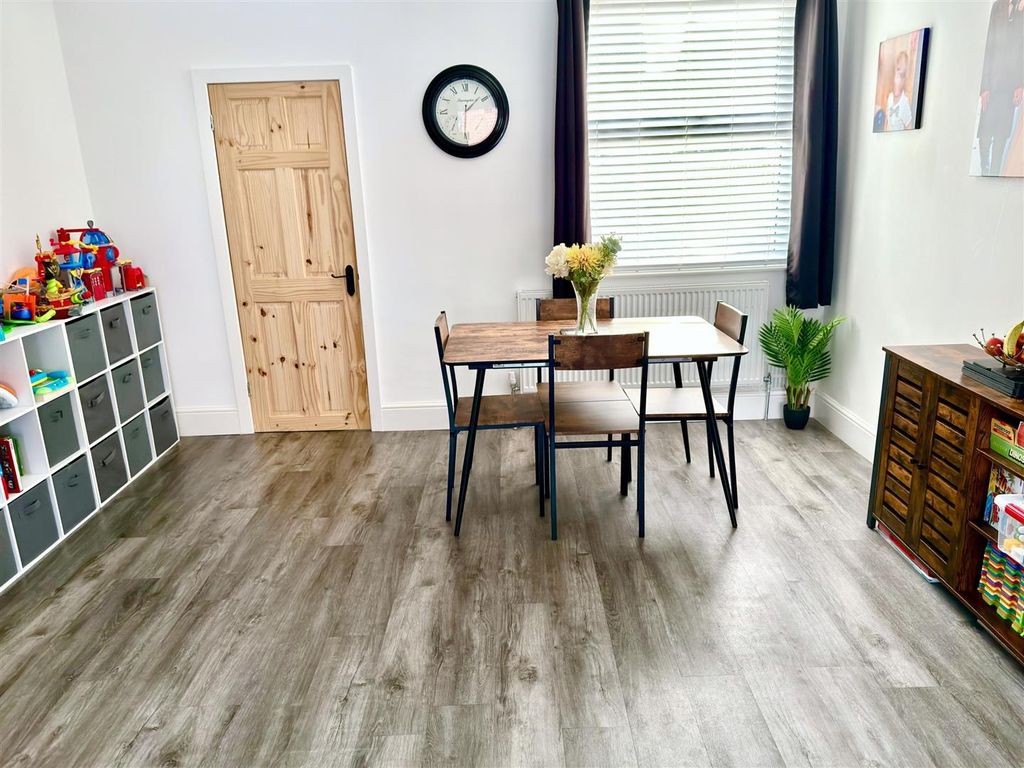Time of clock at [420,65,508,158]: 1:30
